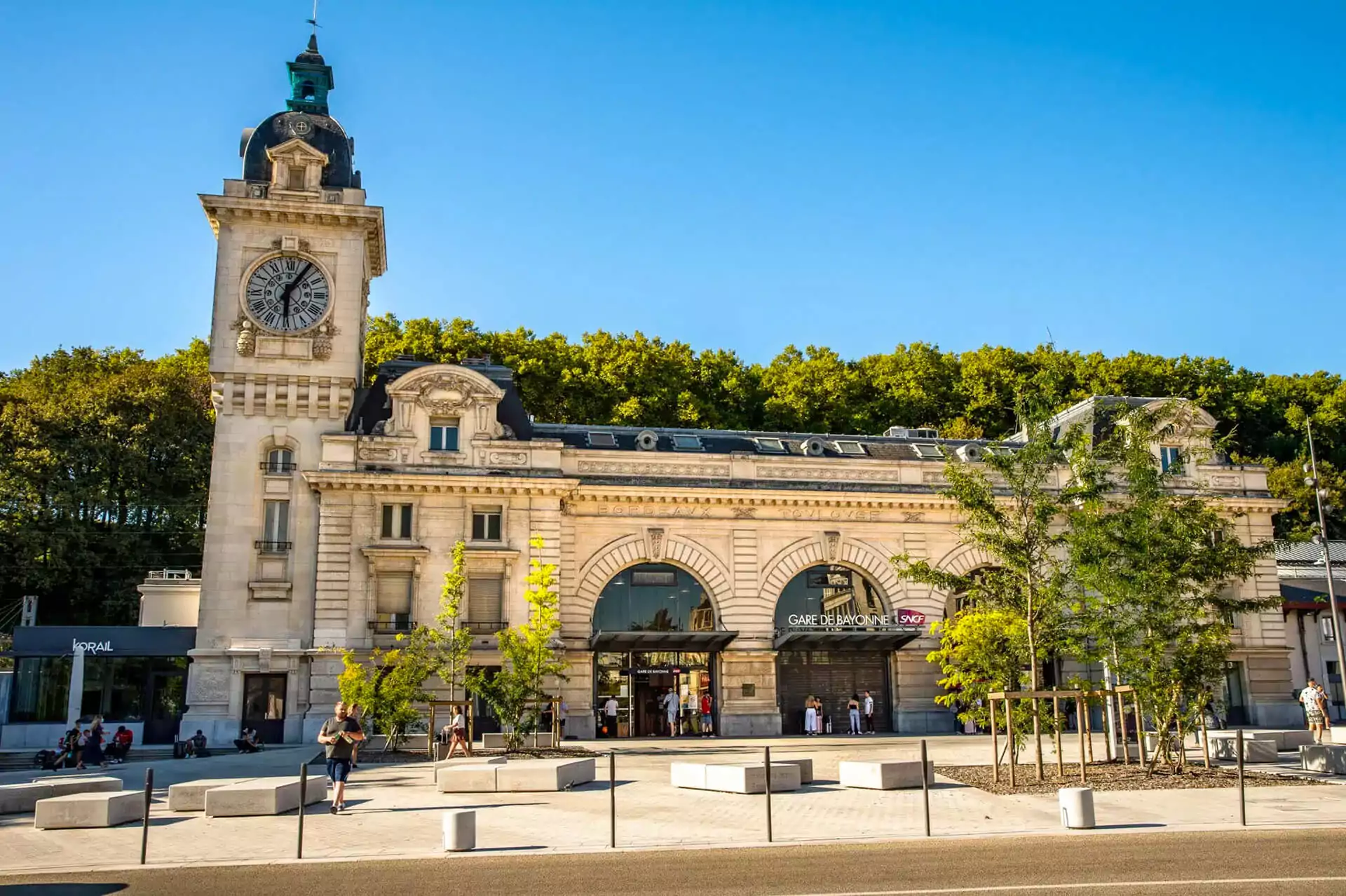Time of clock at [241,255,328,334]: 6:05
